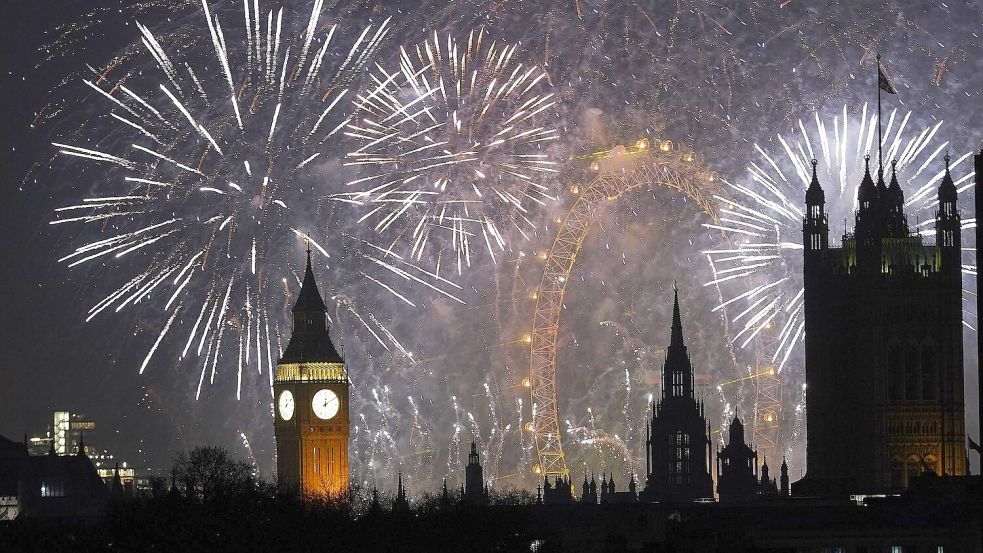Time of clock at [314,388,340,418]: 12:09
